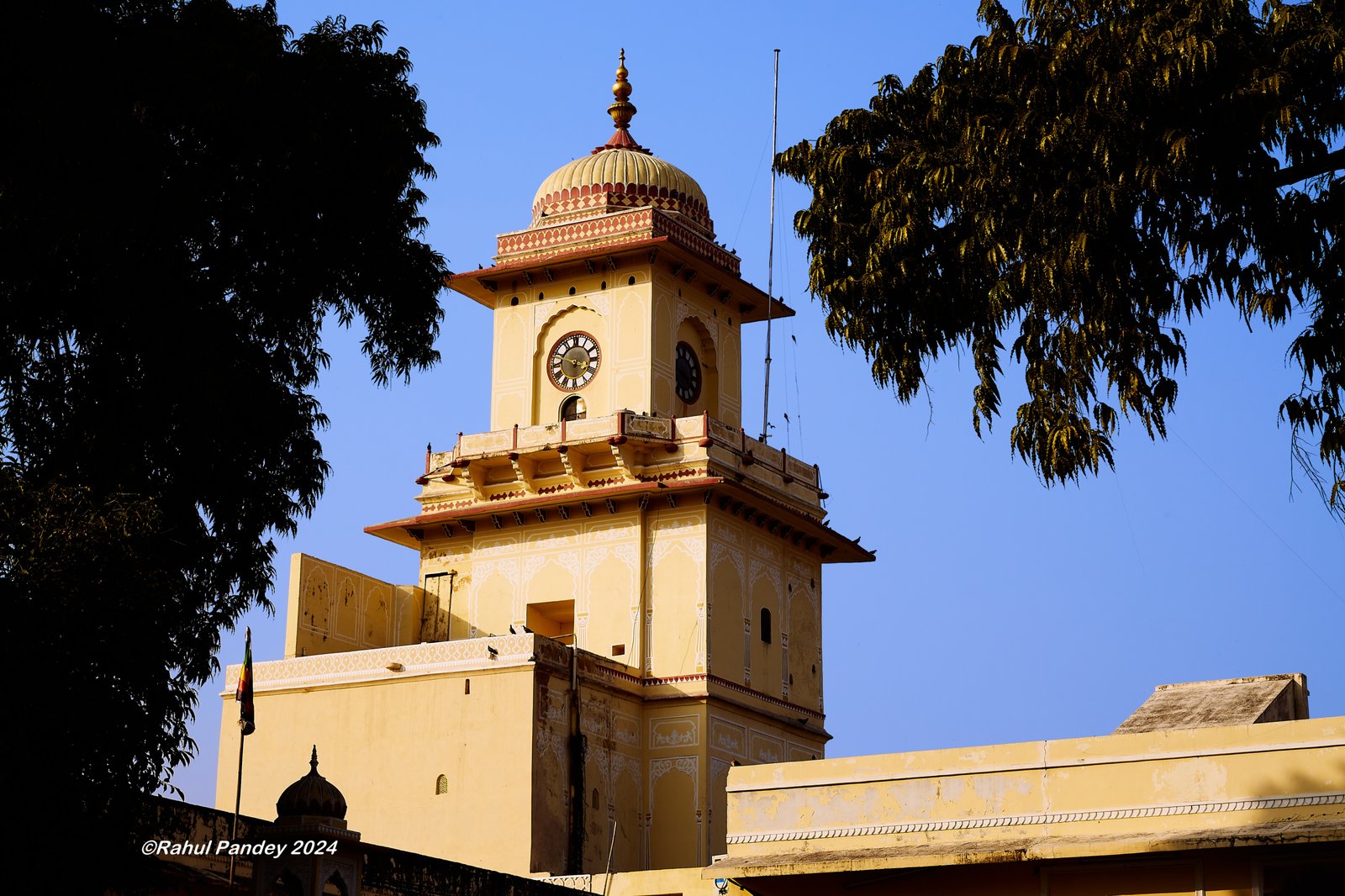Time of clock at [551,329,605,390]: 3:48
